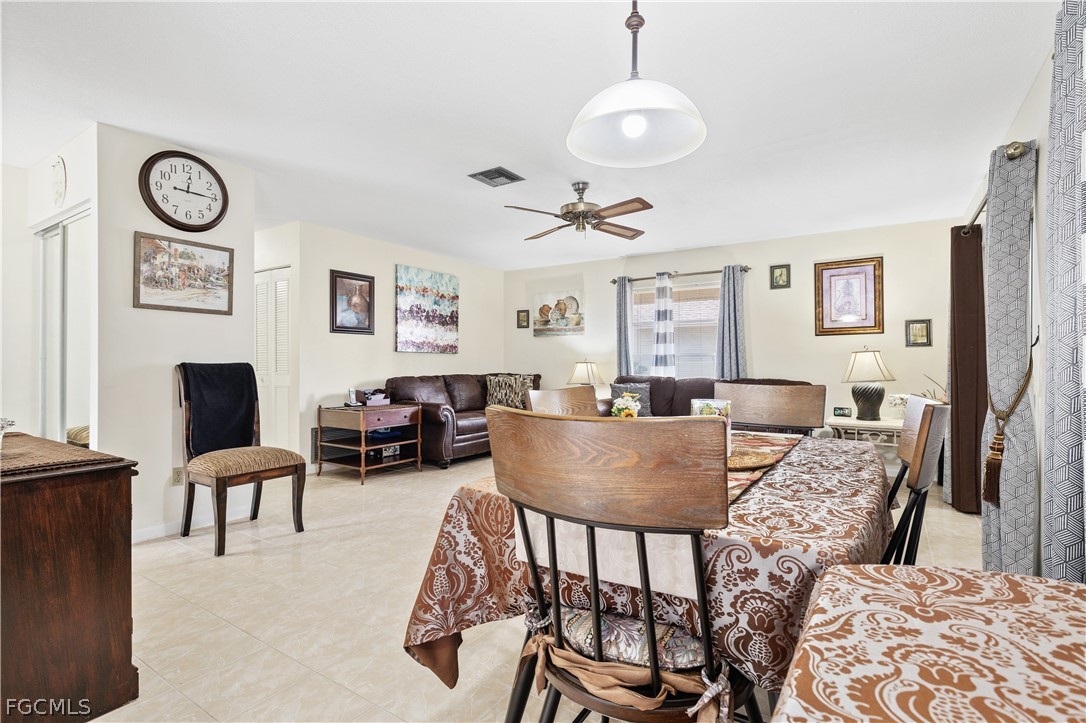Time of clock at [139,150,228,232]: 12:15
